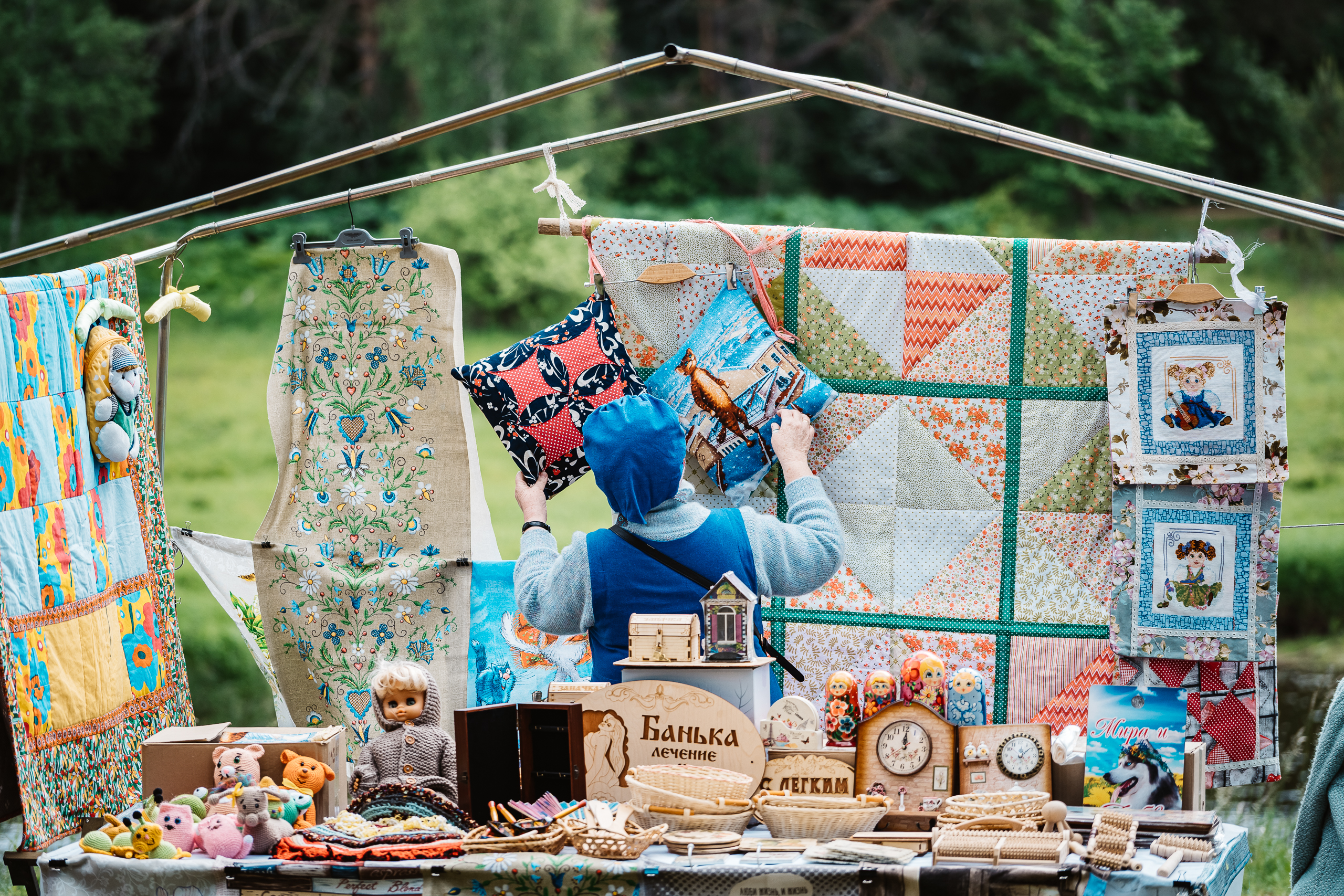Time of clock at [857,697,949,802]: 12:00
